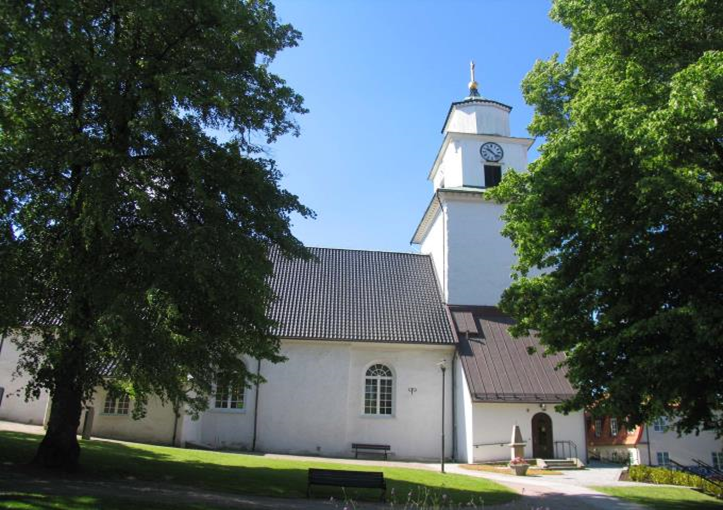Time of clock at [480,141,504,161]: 10:22
